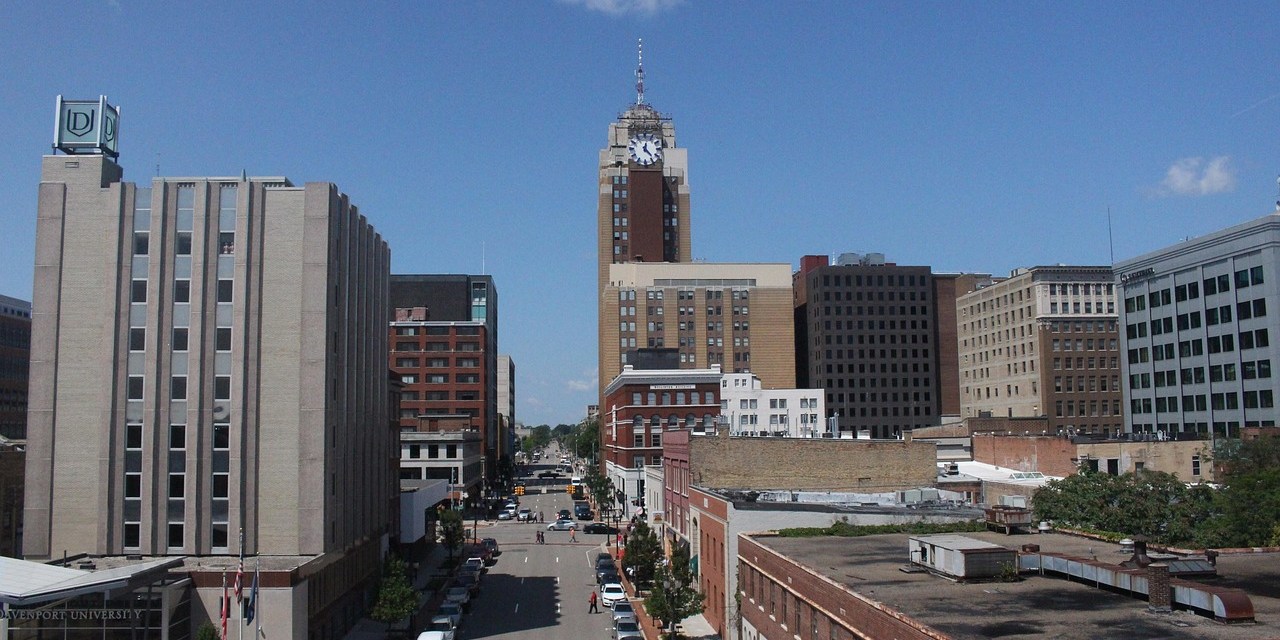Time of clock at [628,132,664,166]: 12:22
